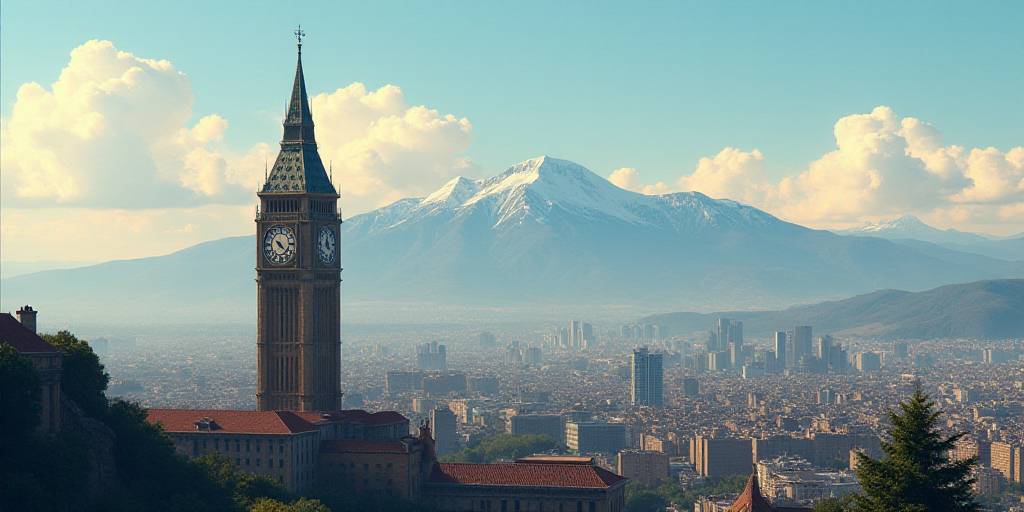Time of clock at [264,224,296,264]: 4:22
